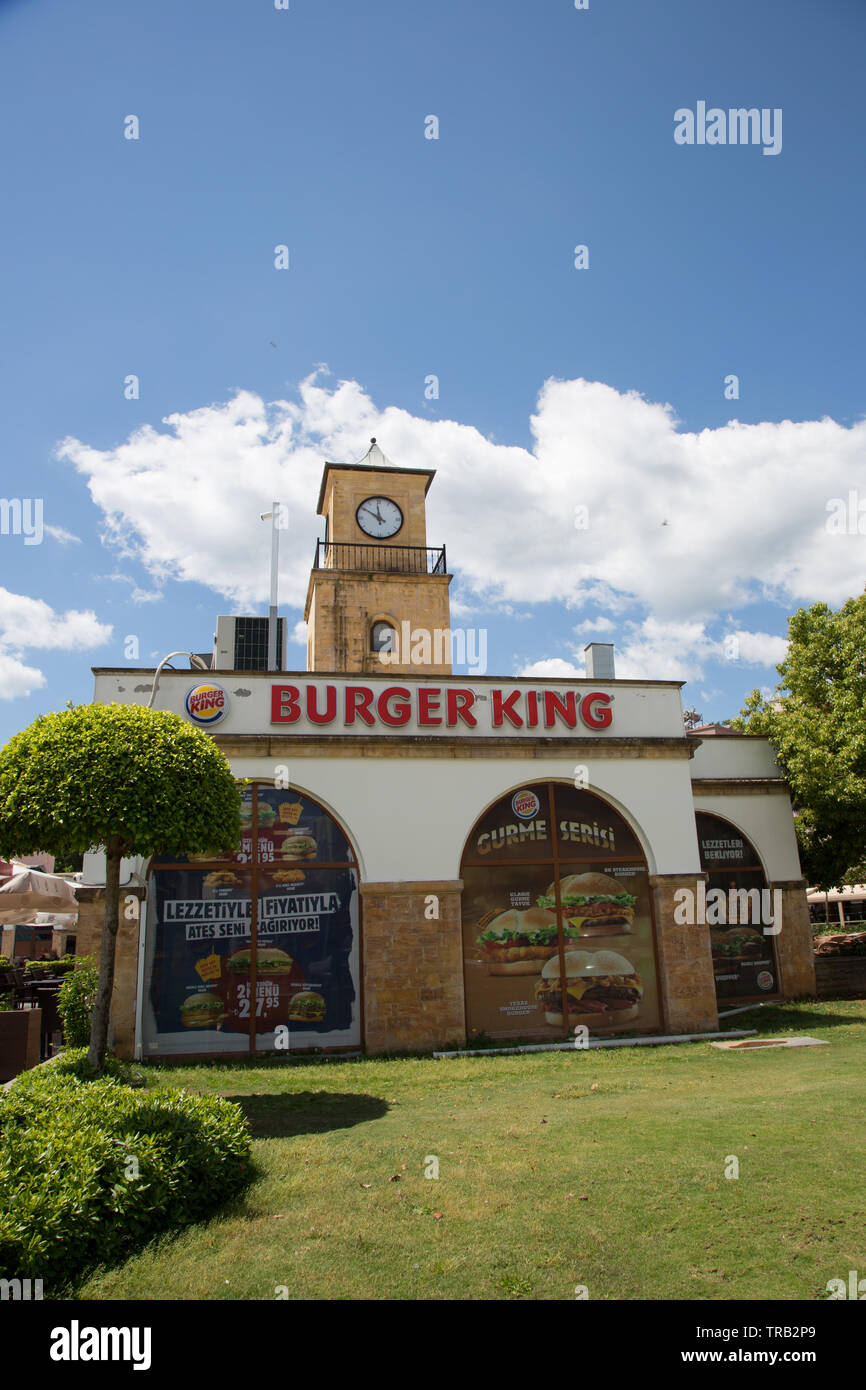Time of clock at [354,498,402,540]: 11:50
